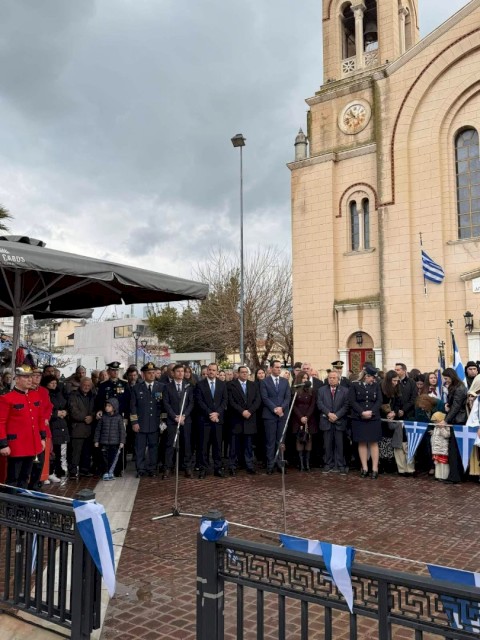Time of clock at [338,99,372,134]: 10:42
